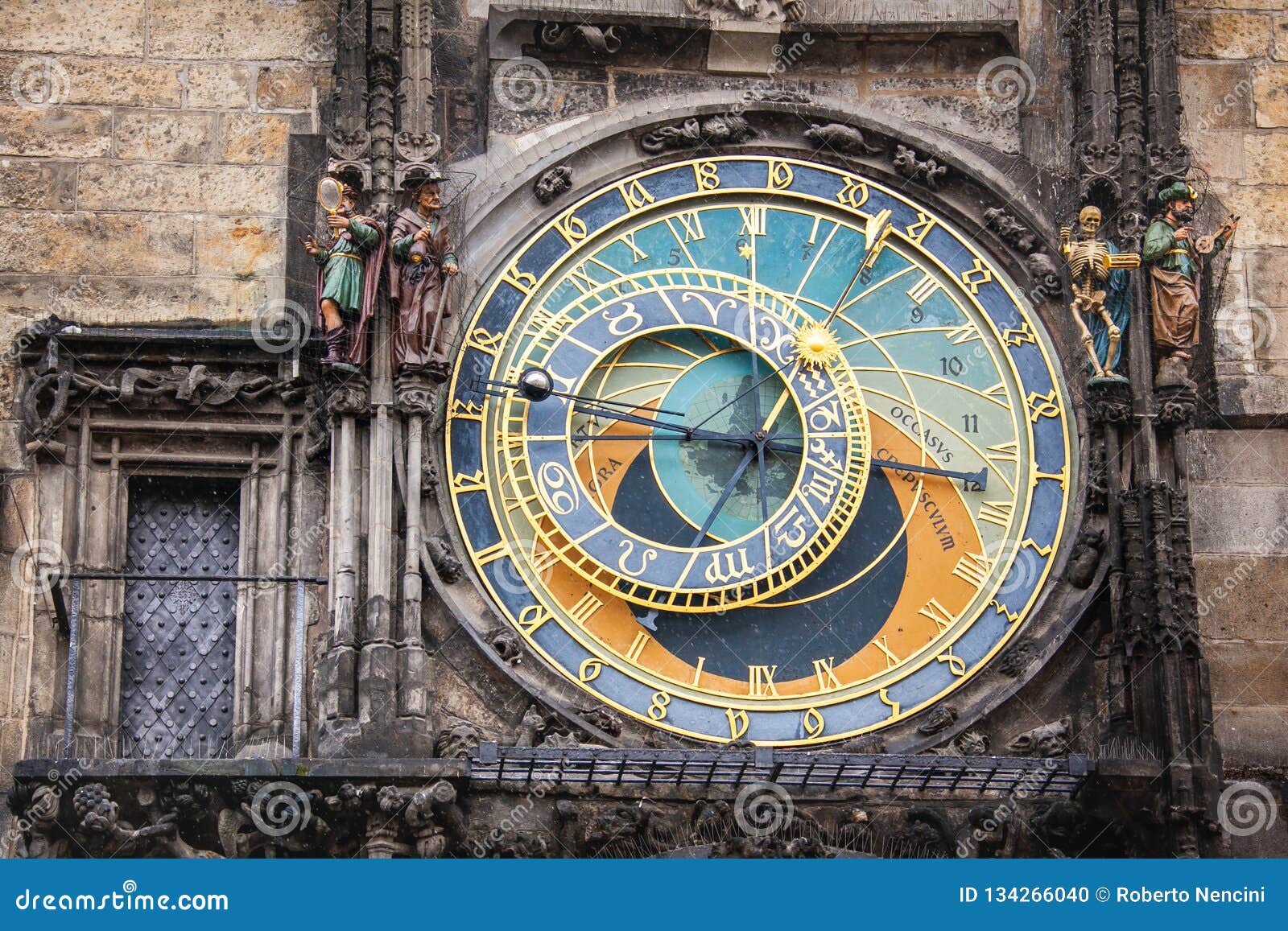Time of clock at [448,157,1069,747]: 6:45
